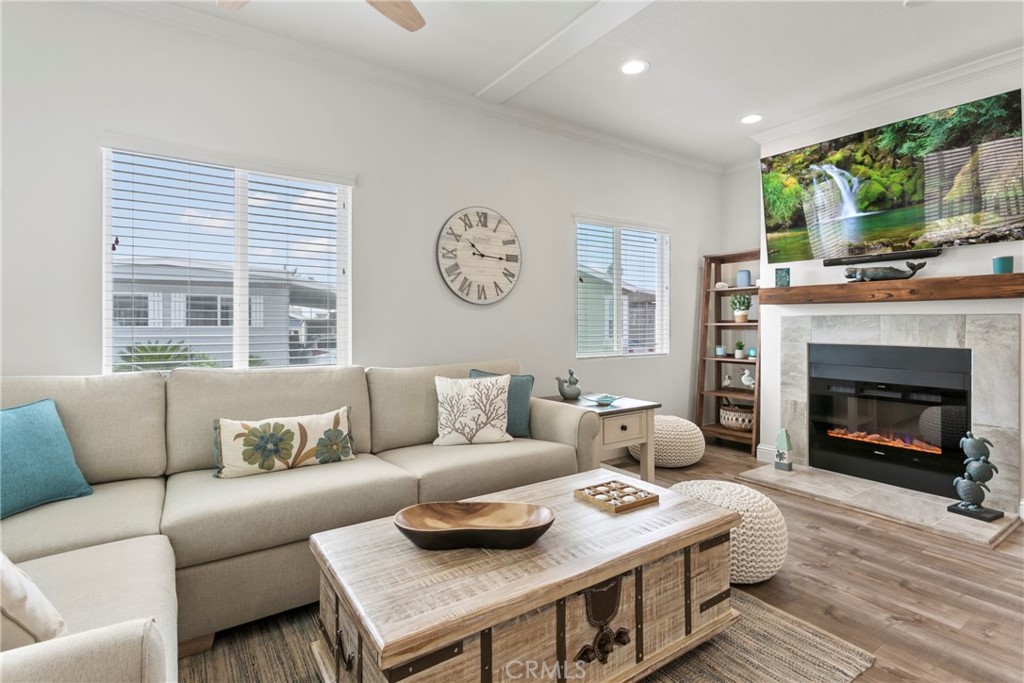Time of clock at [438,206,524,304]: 10:15
